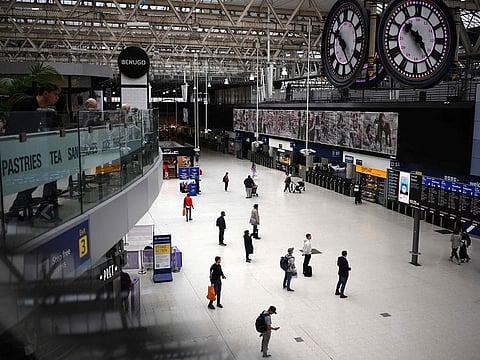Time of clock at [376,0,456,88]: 10:24
